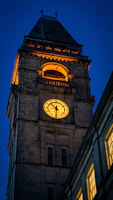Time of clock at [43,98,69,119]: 10:31
